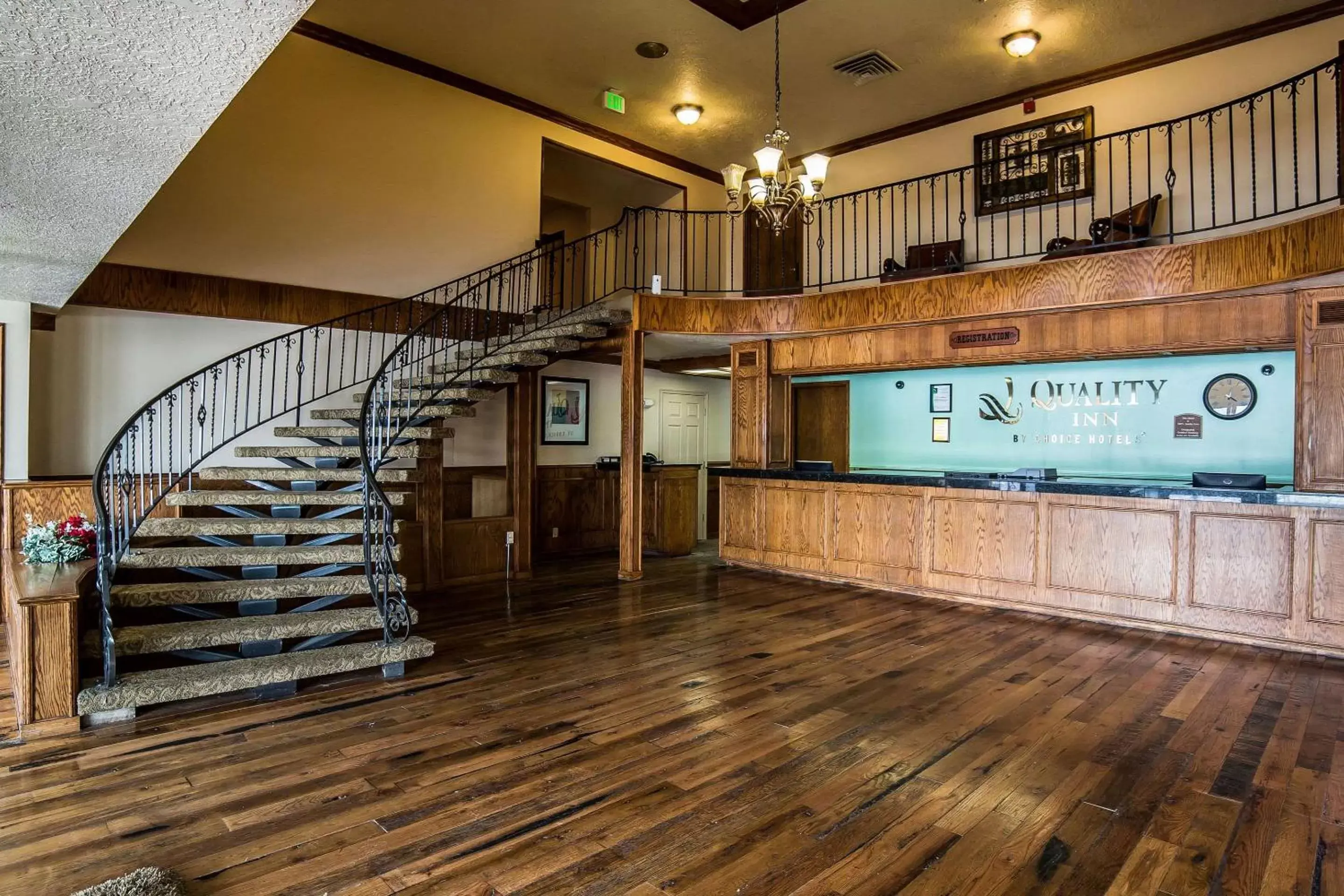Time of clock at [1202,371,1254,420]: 4:02
